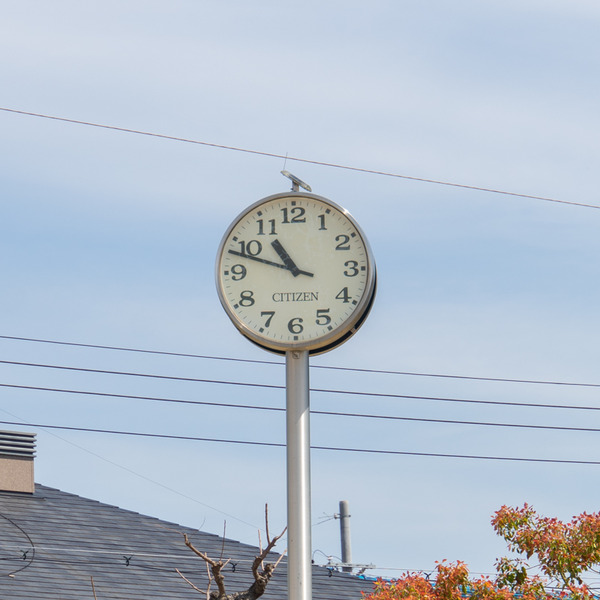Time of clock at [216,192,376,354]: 10:48
